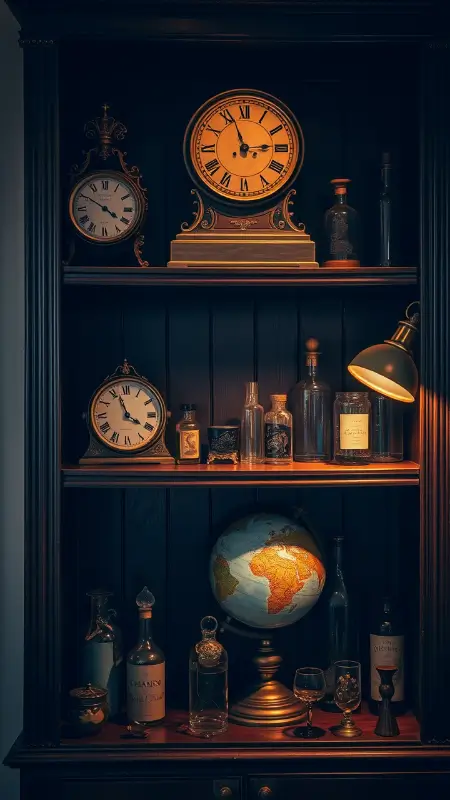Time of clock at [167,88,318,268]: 2:56
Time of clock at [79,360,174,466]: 3:56
